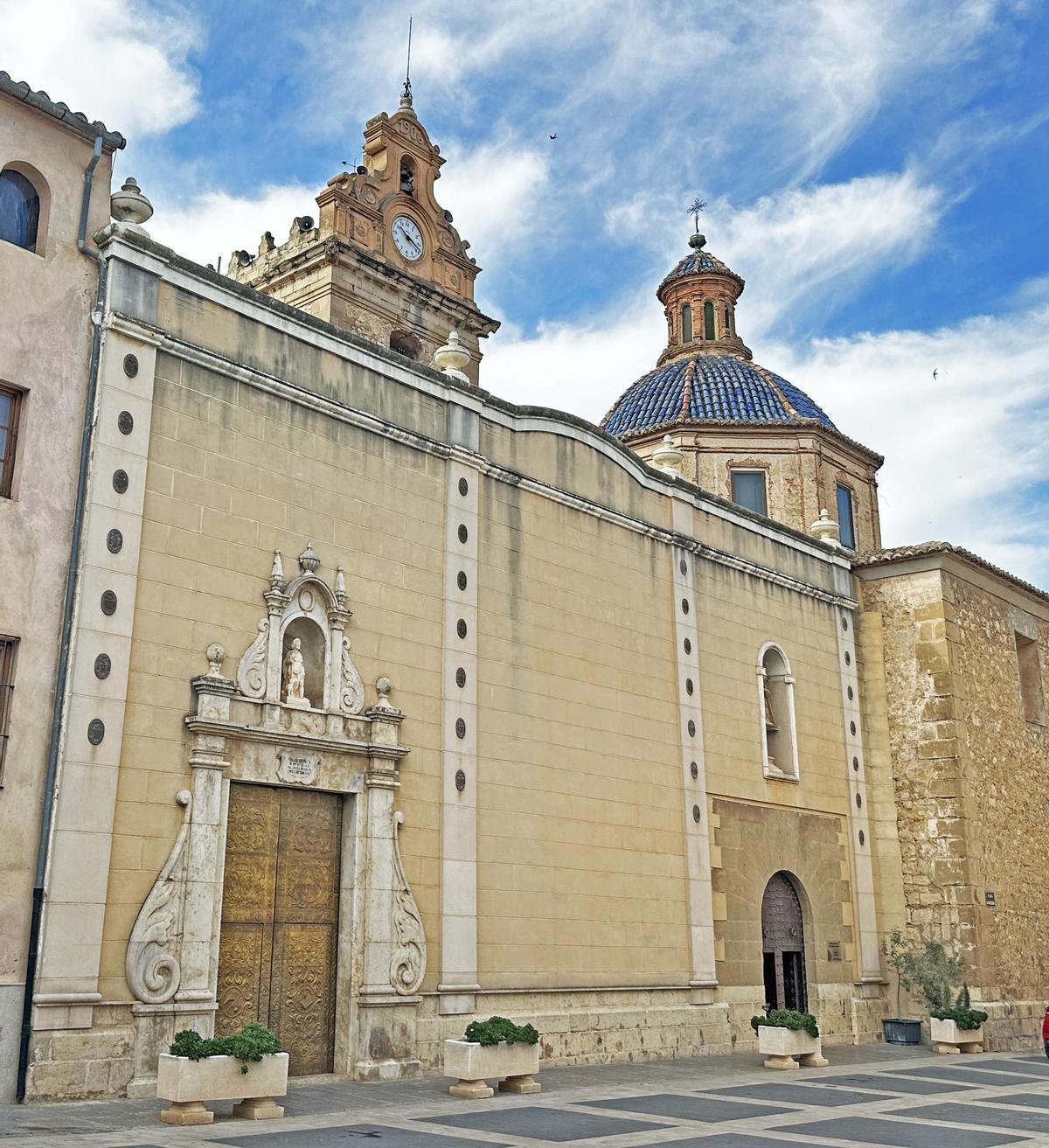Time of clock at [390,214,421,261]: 10:18
